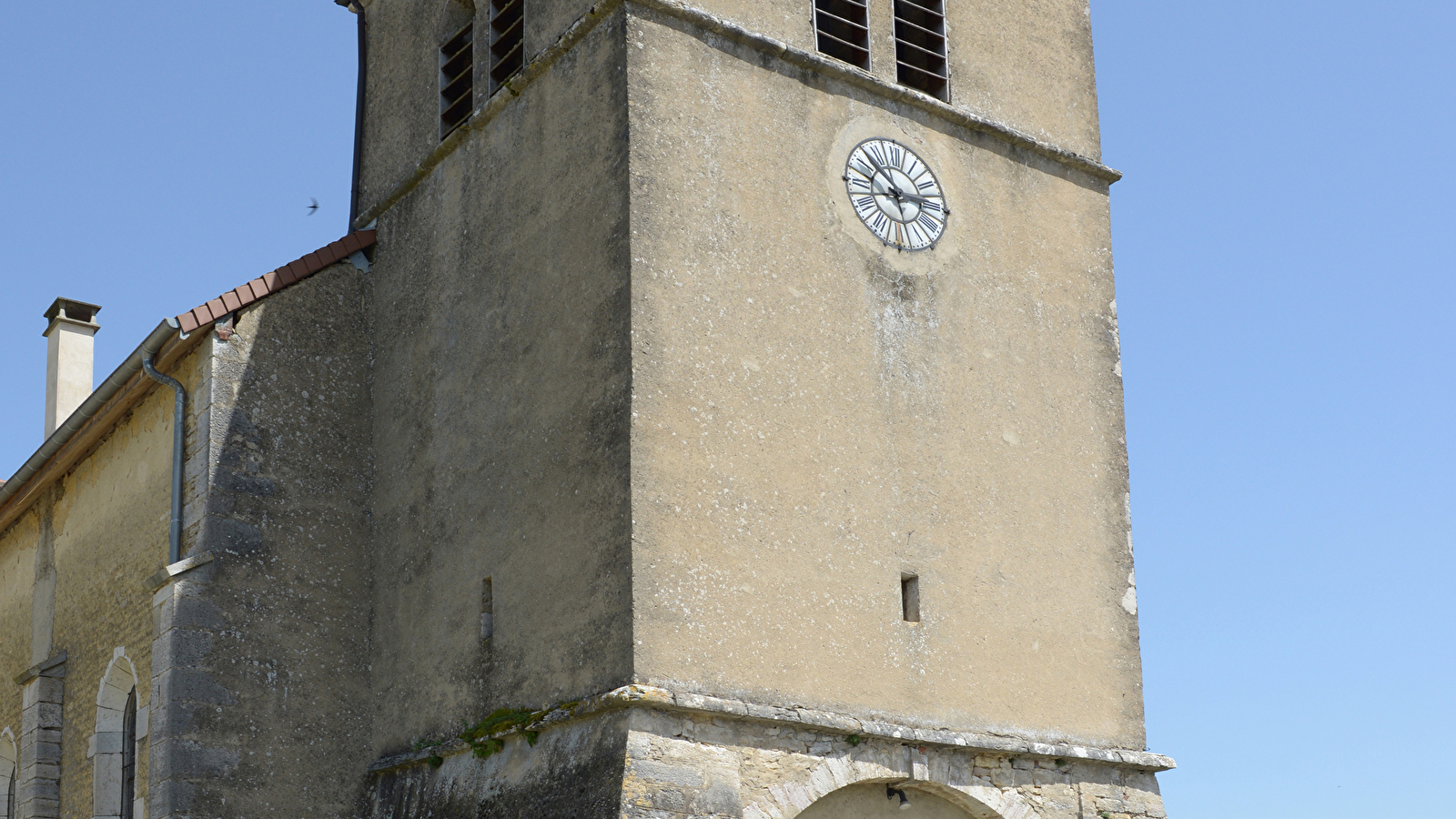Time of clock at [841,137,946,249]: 2:52
